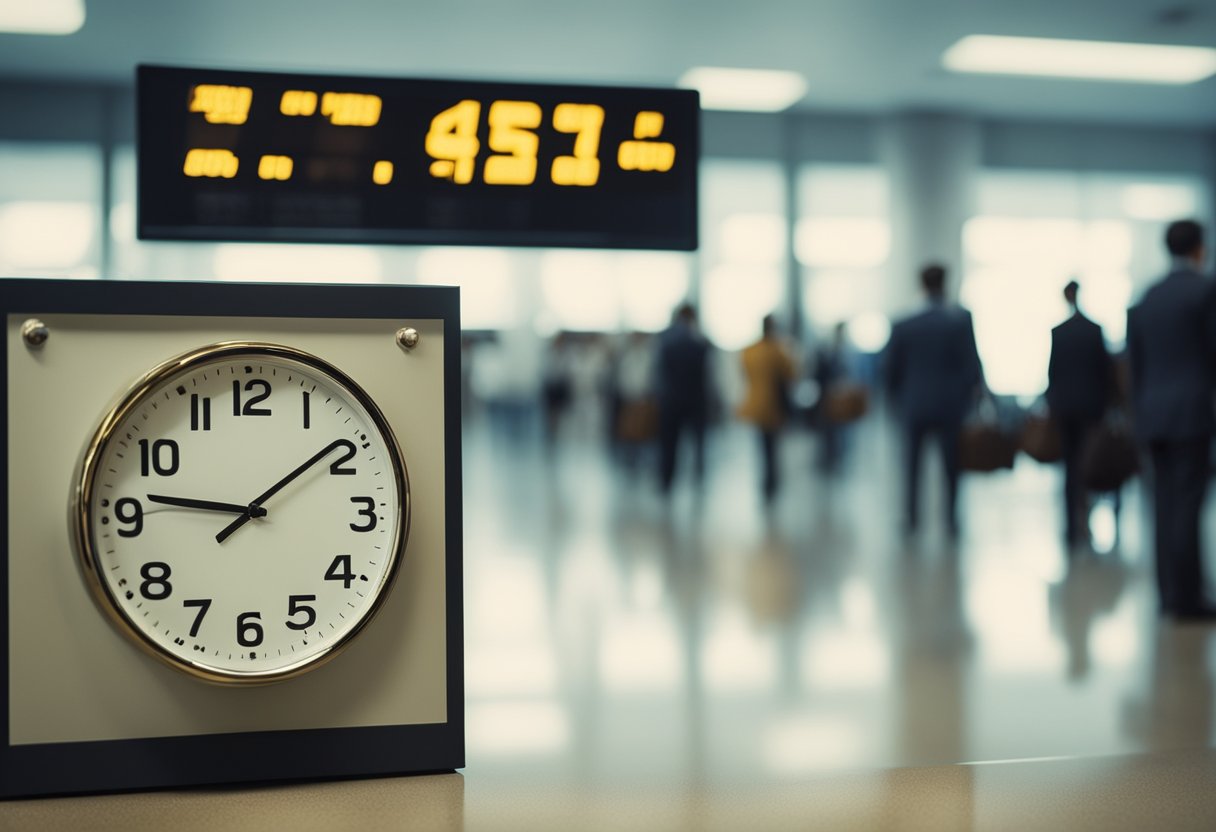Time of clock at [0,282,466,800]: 9:09
